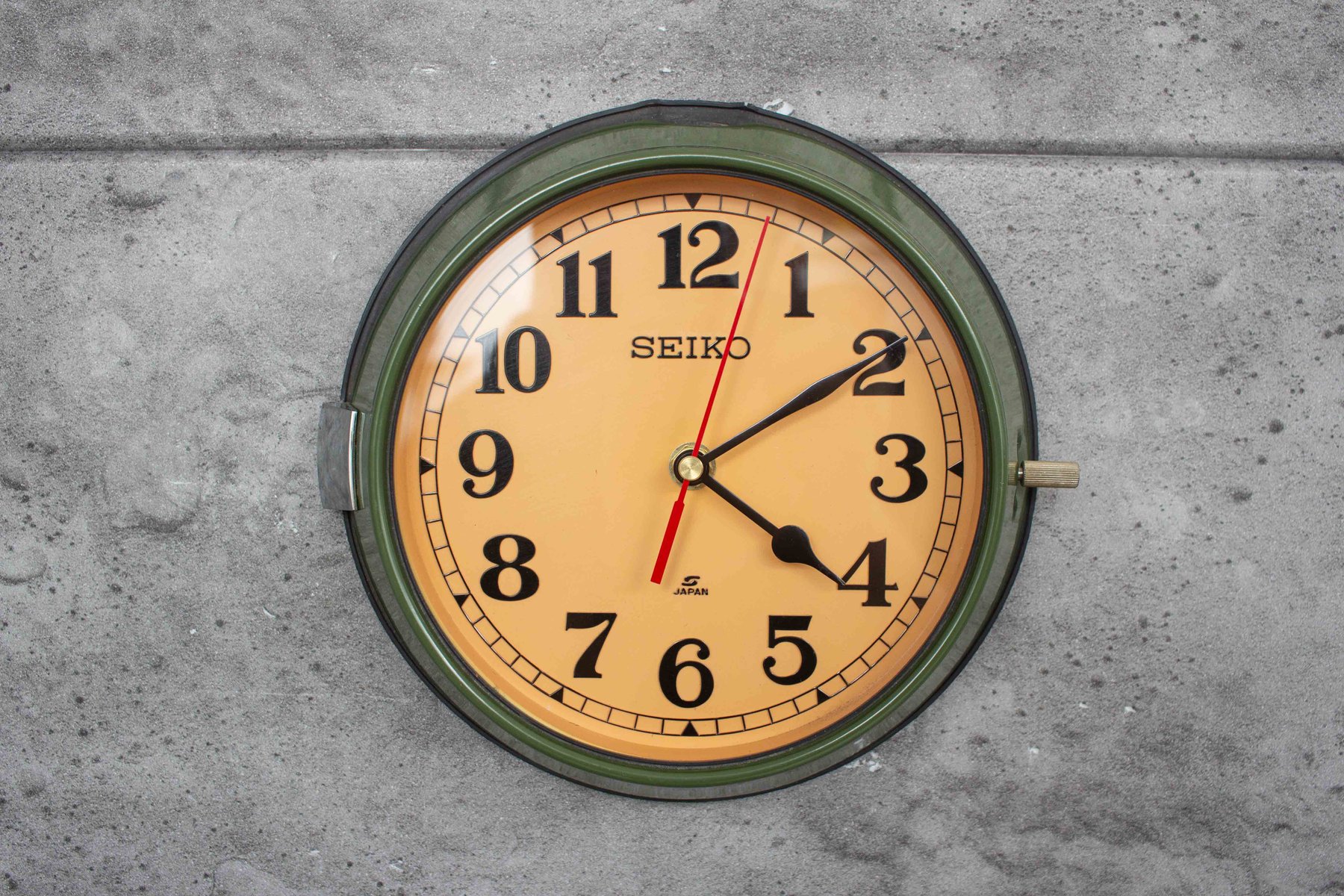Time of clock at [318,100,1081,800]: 4:09
